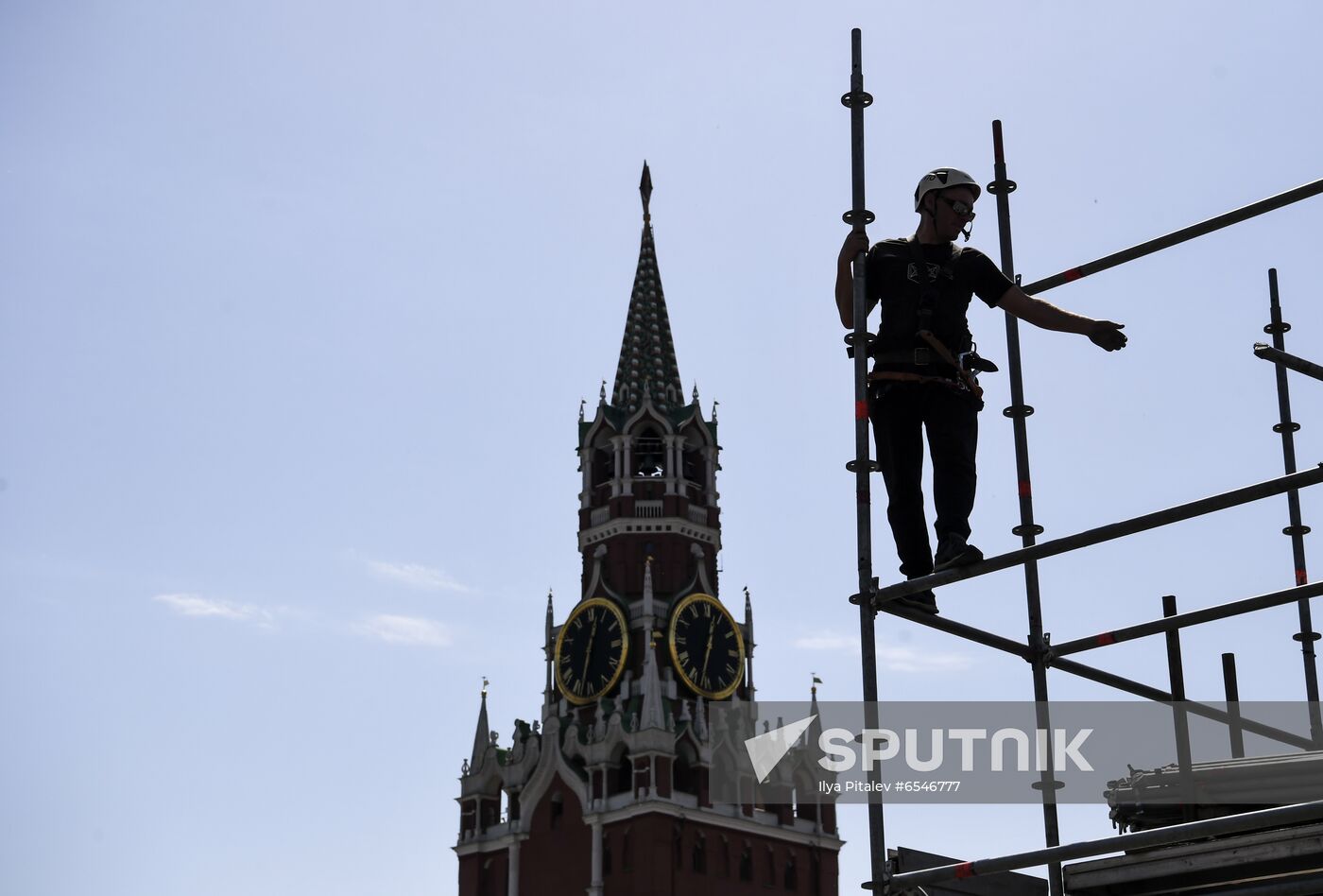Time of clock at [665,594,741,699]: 12:32
